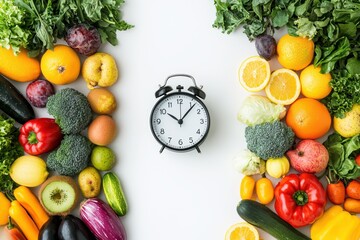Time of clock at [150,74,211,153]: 10:06
